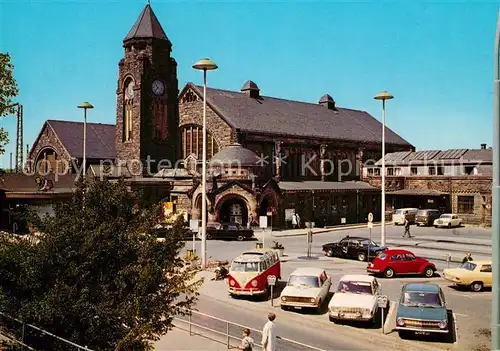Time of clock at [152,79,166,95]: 10:37
